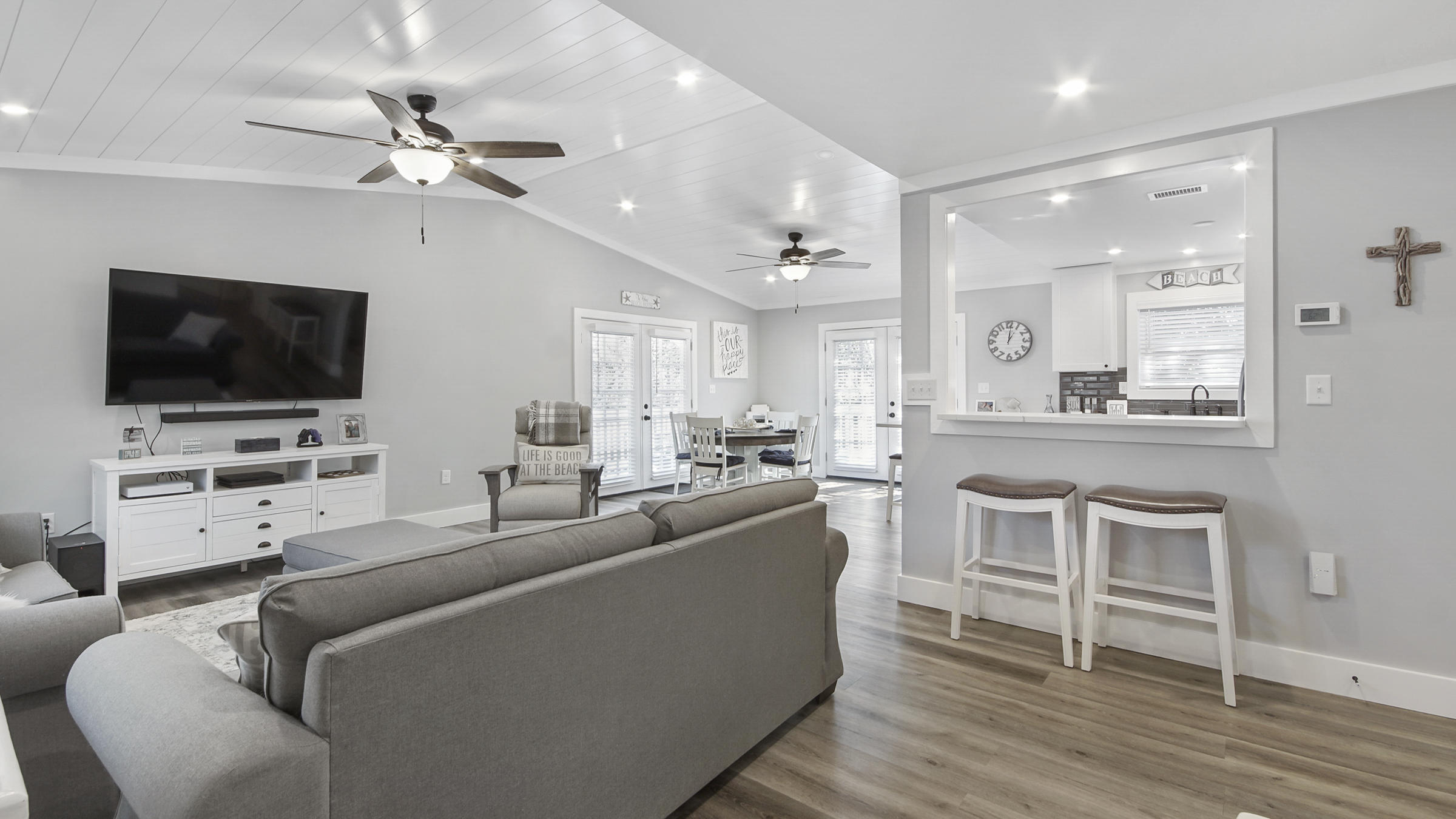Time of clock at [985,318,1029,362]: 1:01
